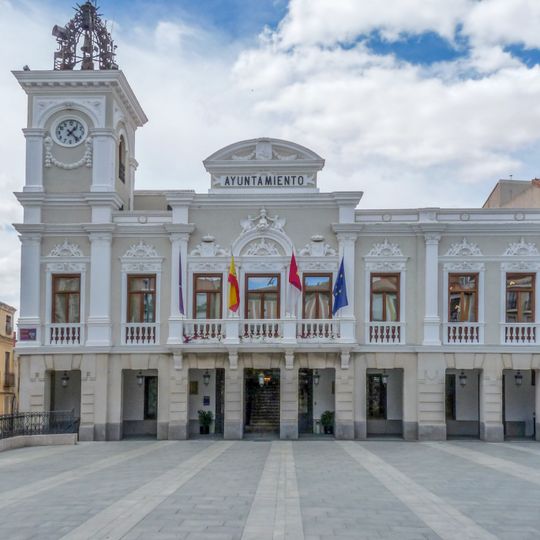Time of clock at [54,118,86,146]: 1:22
